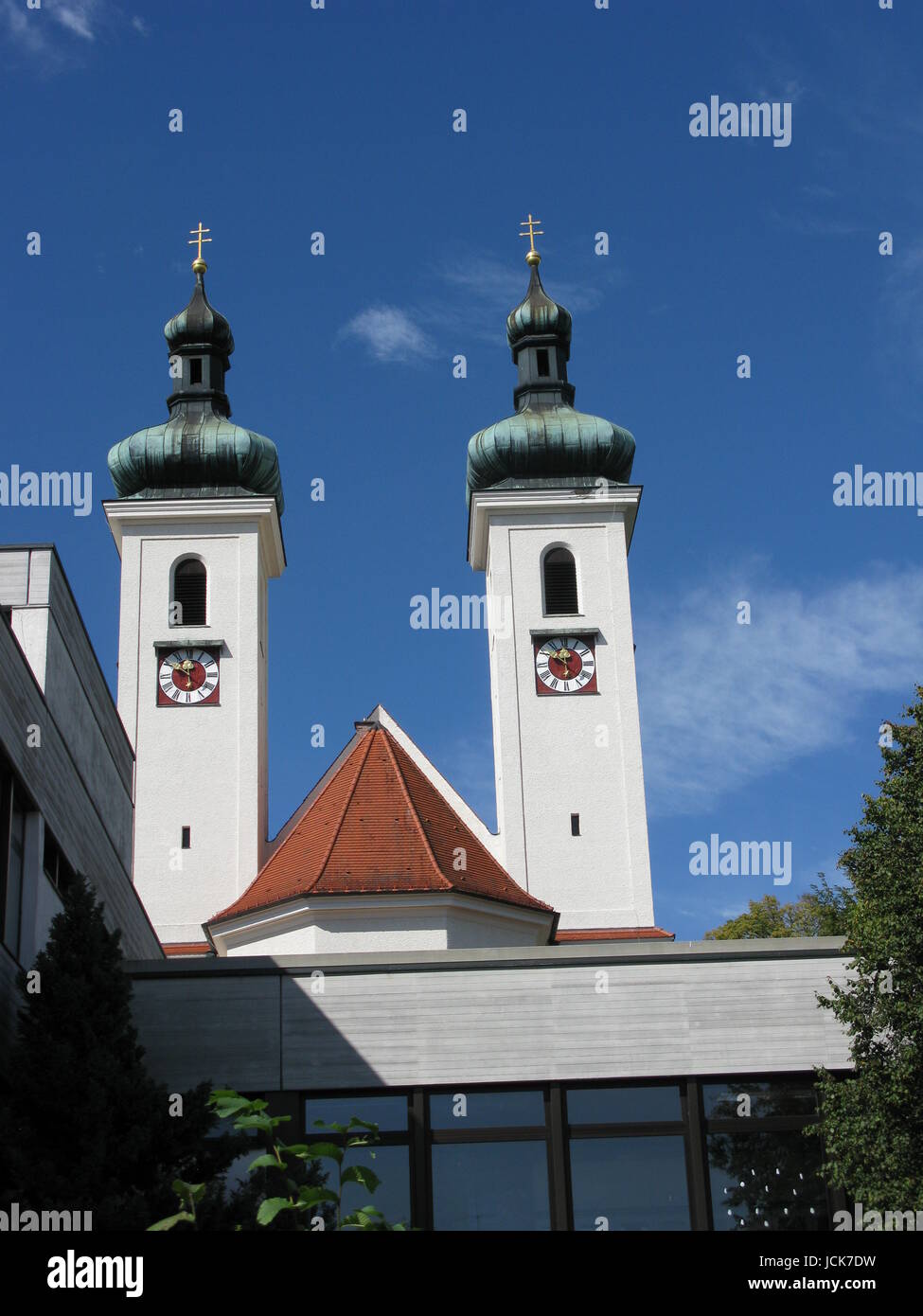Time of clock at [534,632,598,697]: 5:49
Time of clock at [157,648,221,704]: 5:49
